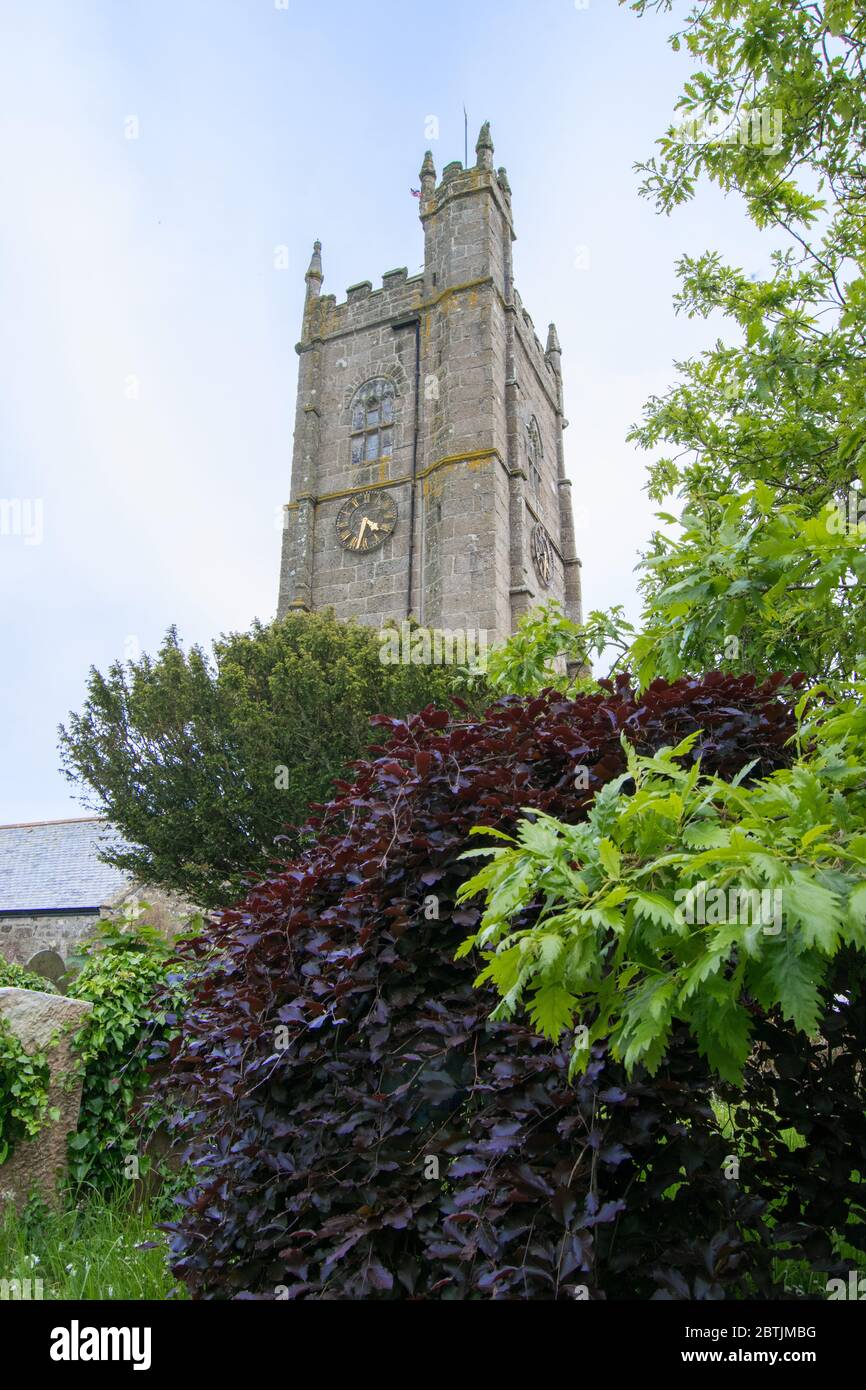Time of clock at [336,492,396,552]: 4:32
